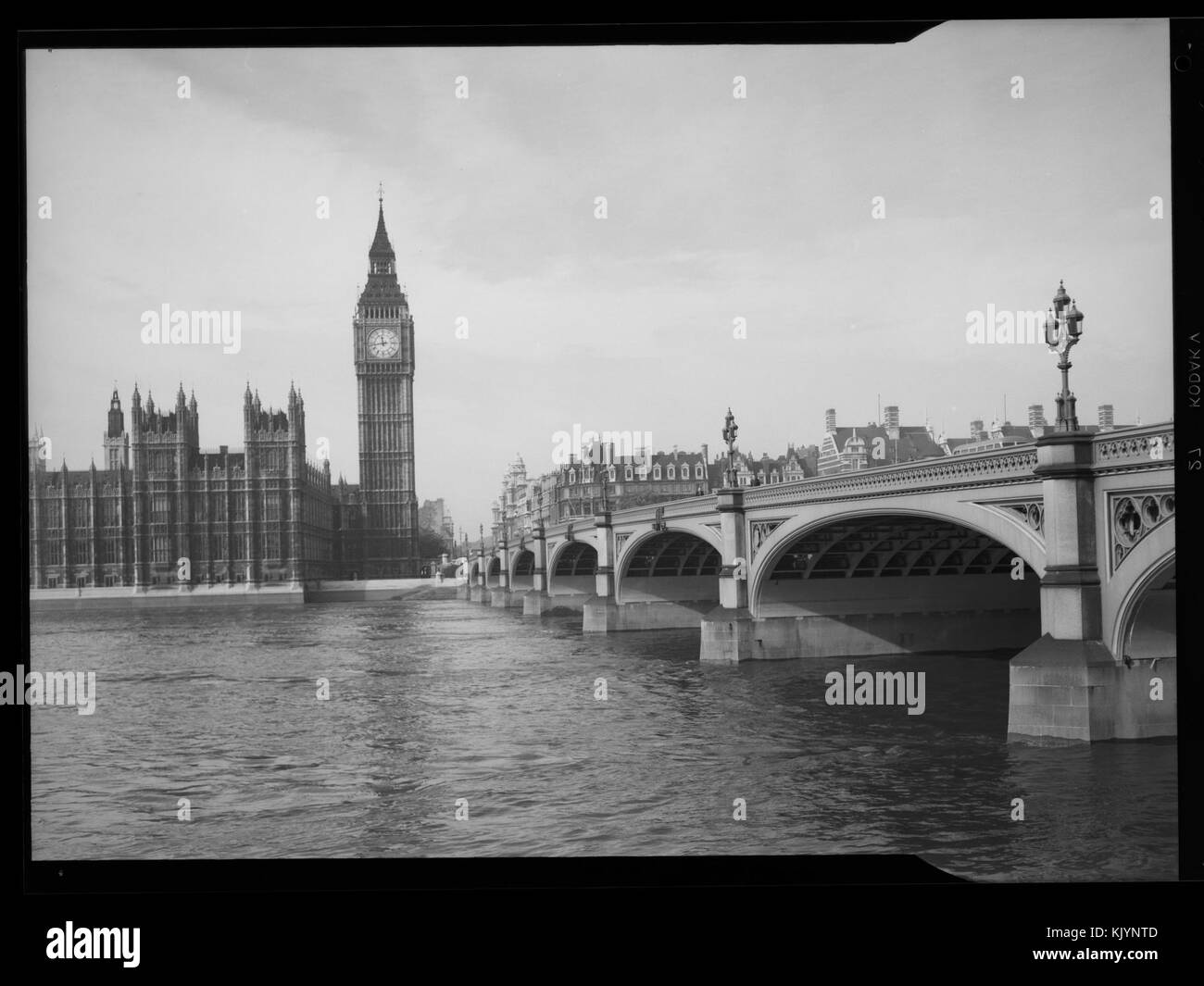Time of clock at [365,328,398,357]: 11:43
